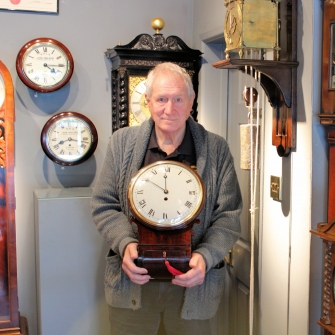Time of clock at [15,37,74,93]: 4:15
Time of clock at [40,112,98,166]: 8:17
